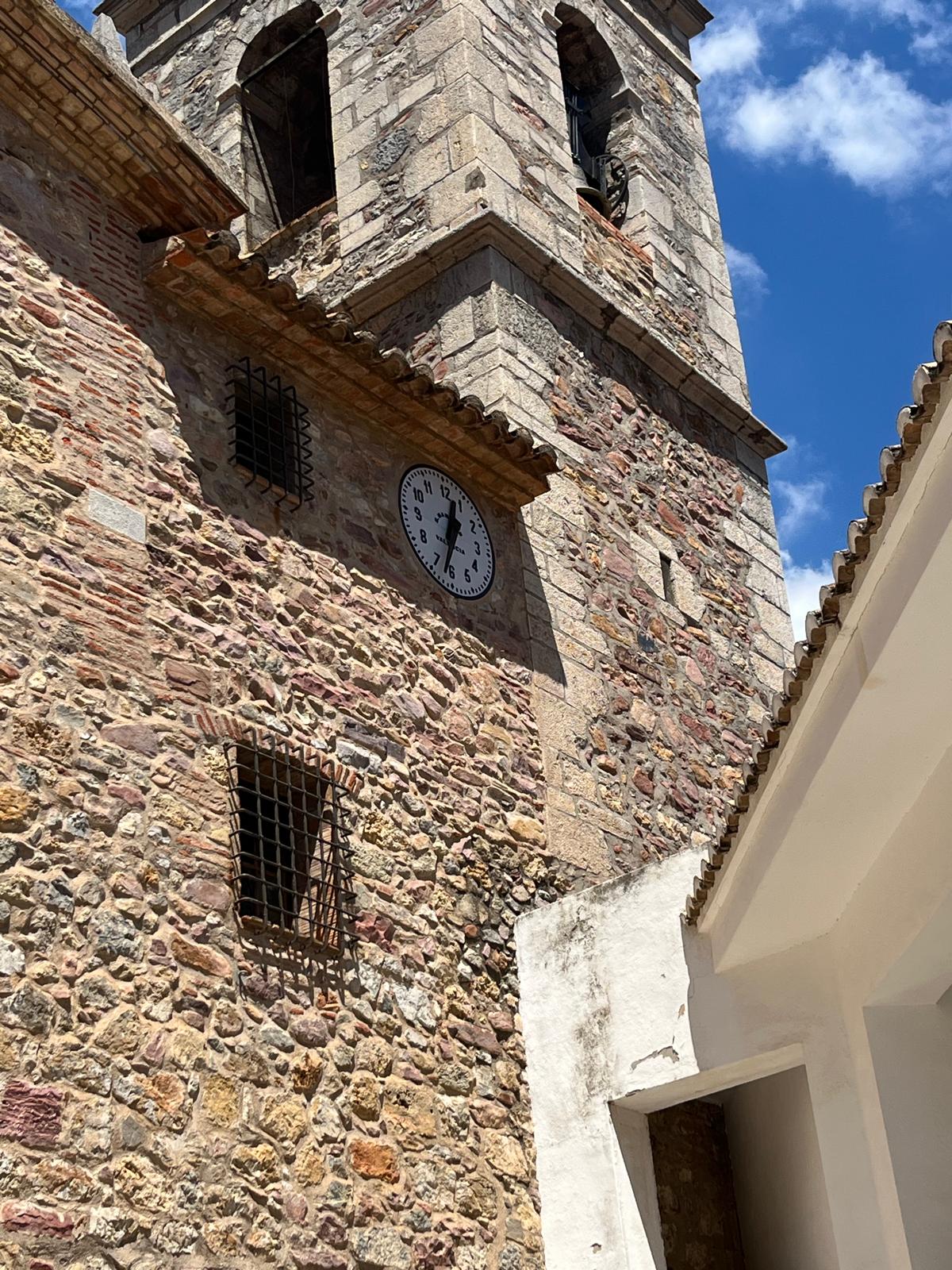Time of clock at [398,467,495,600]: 12:32
